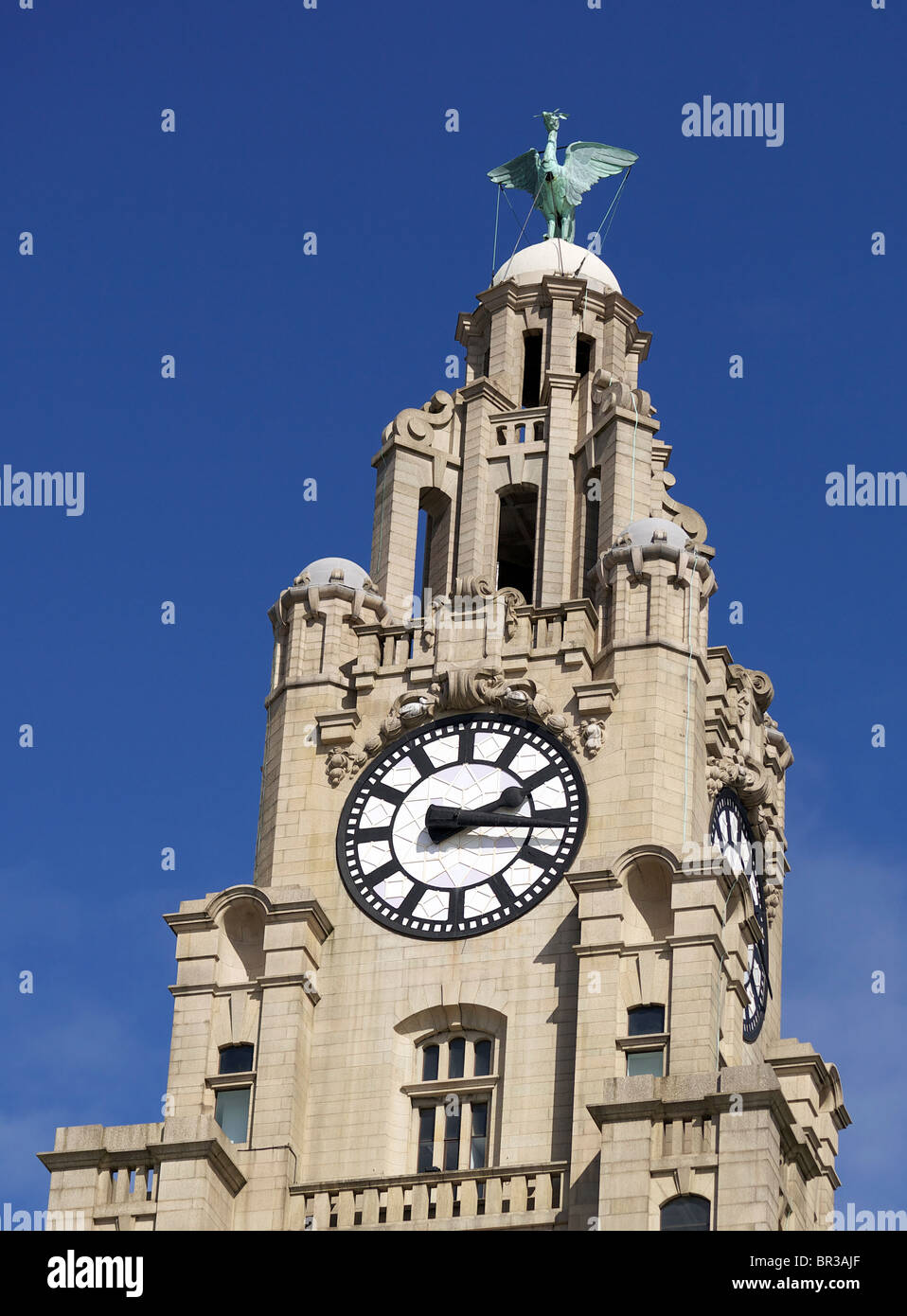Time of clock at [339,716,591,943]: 2:15
